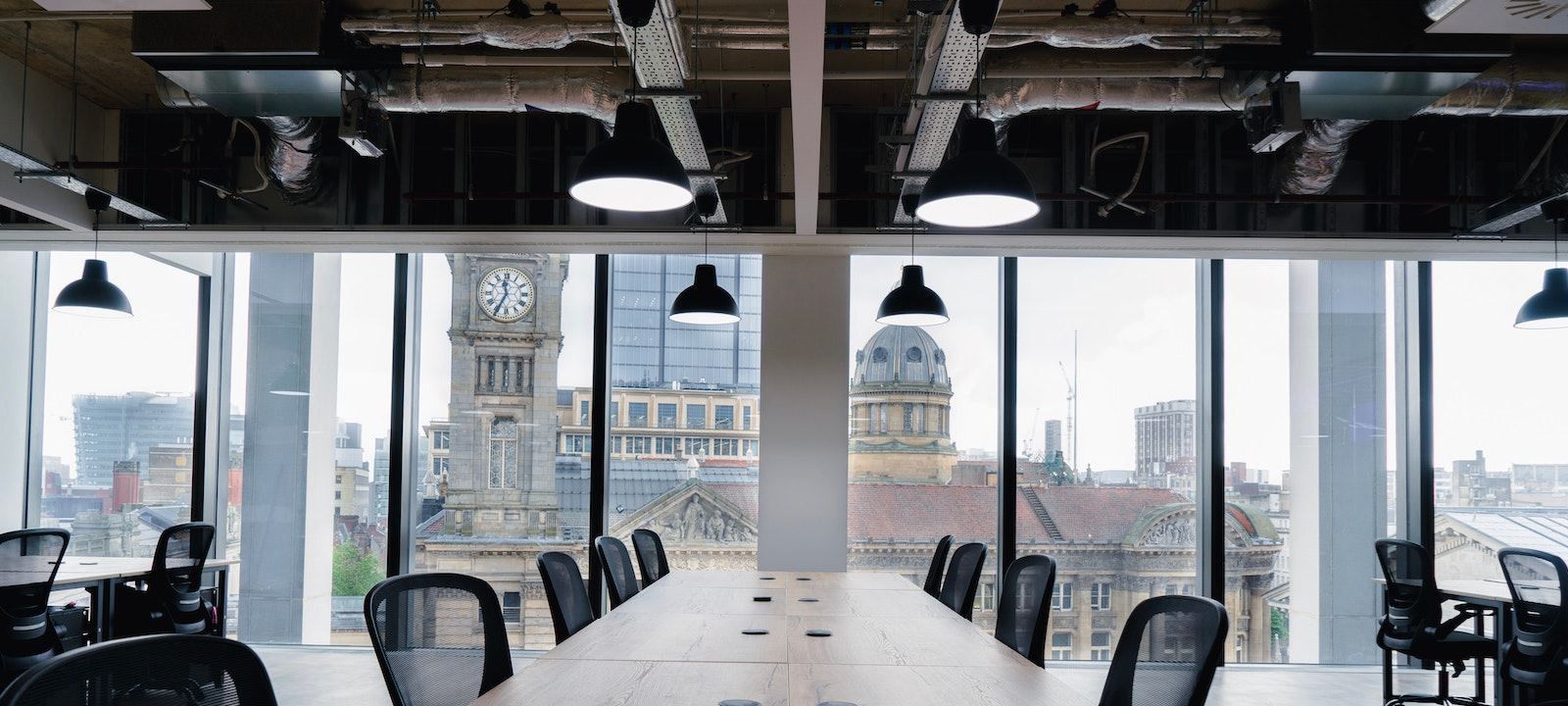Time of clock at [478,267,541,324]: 11:34
